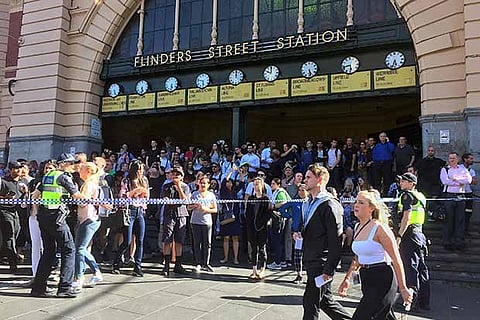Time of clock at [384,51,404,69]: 5:33
